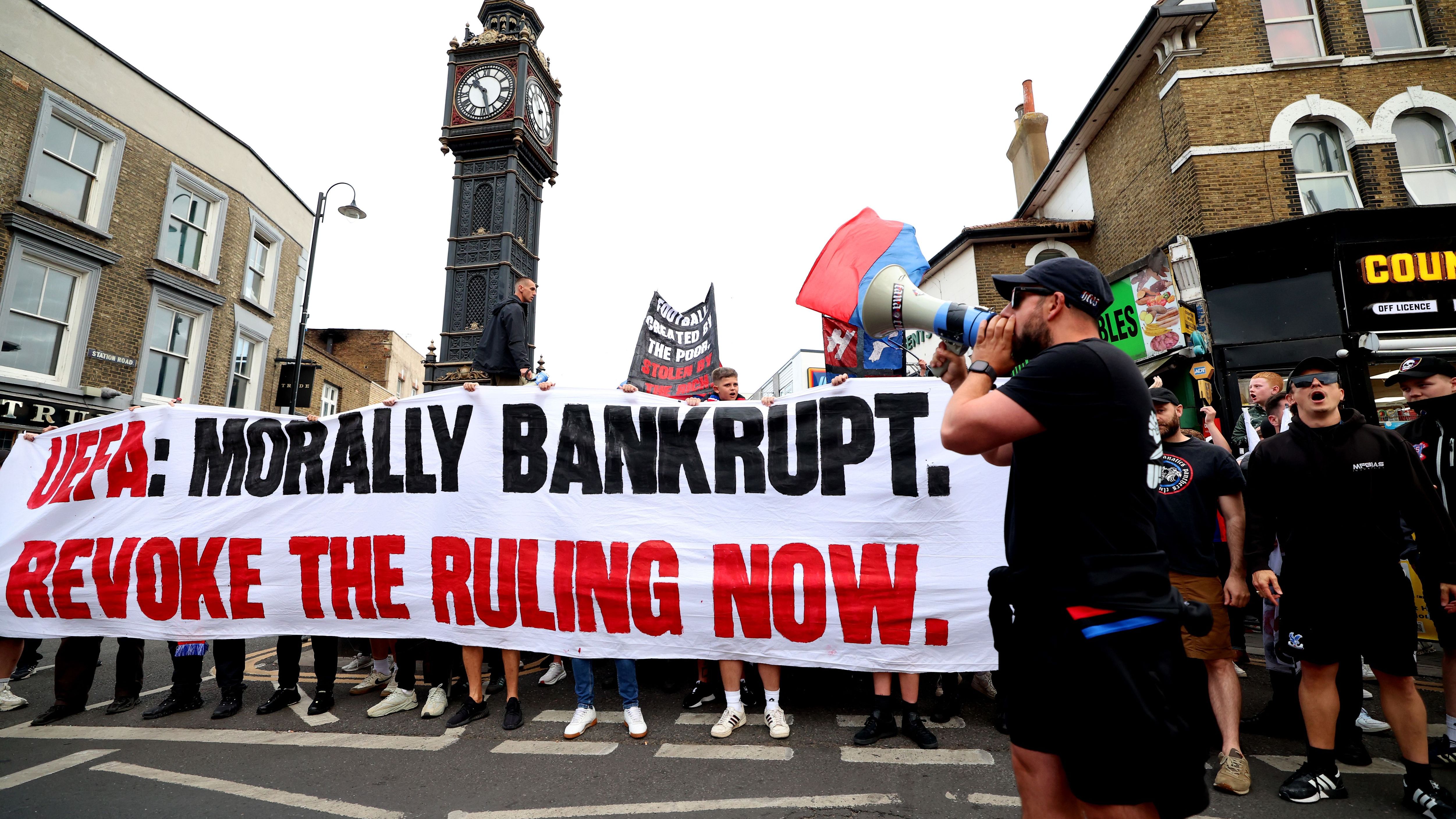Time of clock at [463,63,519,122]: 10:27
